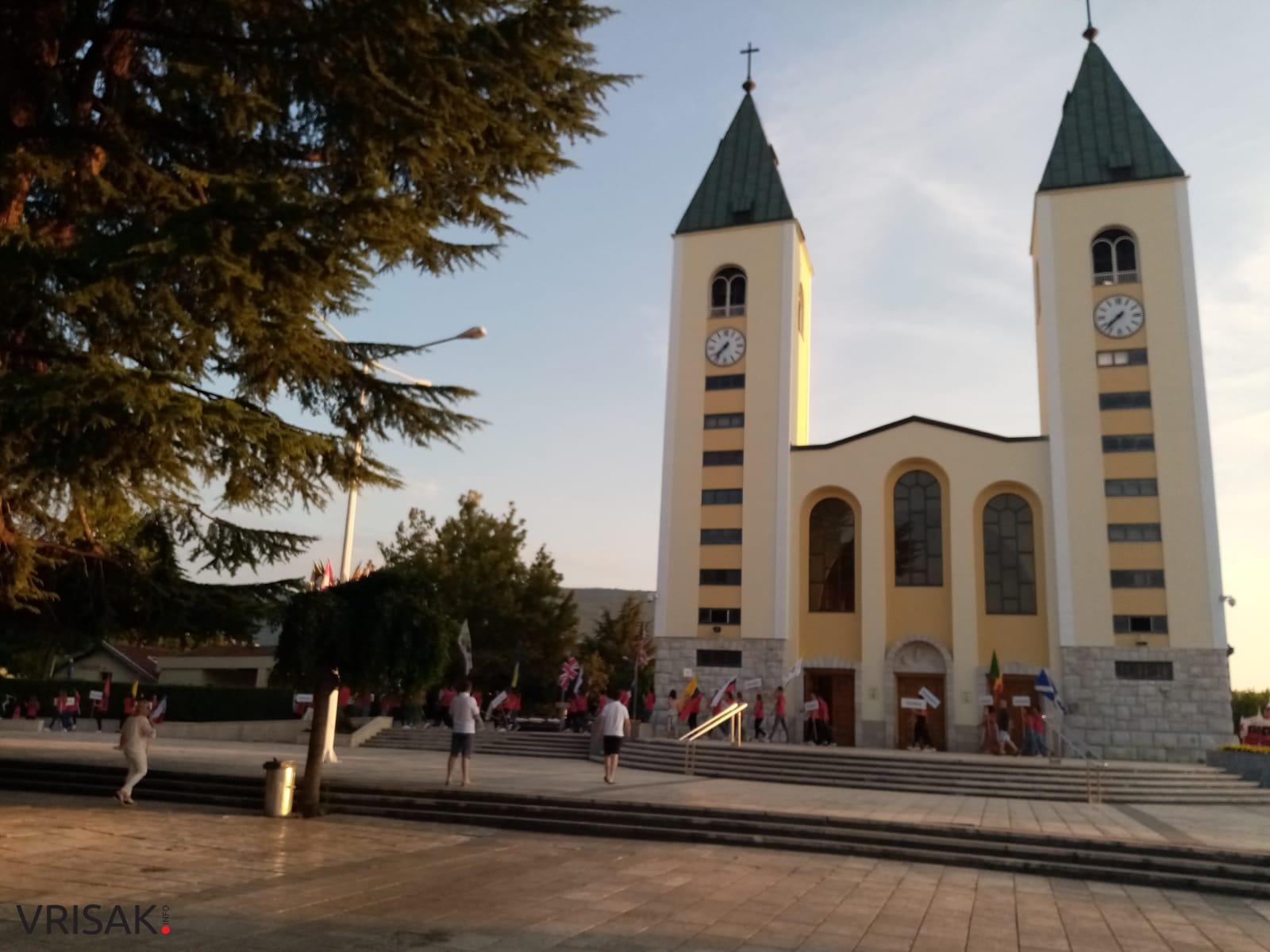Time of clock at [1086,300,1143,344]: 7:37
